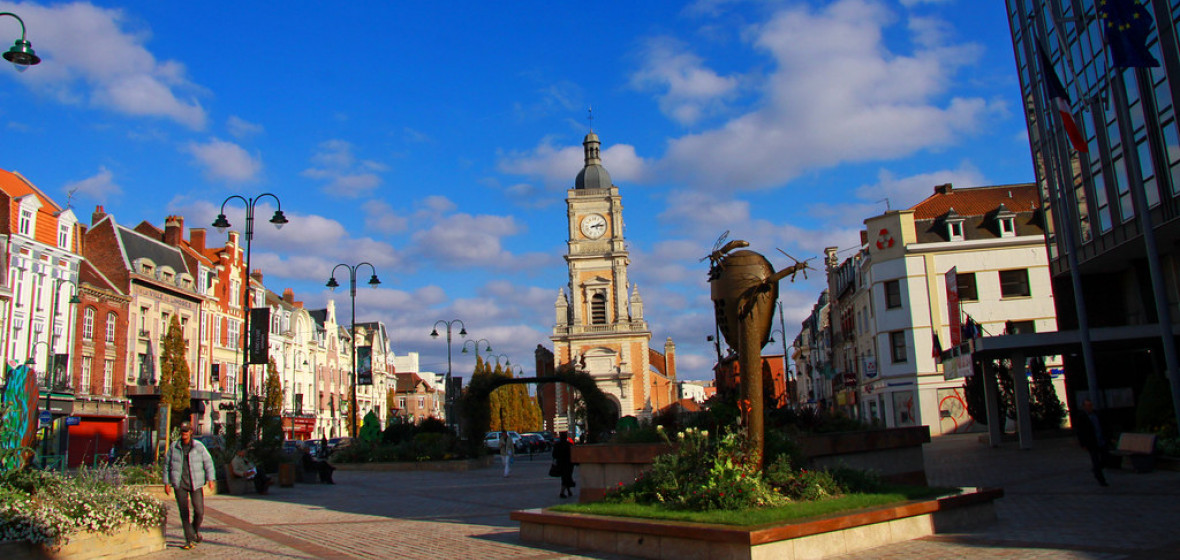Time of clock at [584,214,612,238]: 2:13
